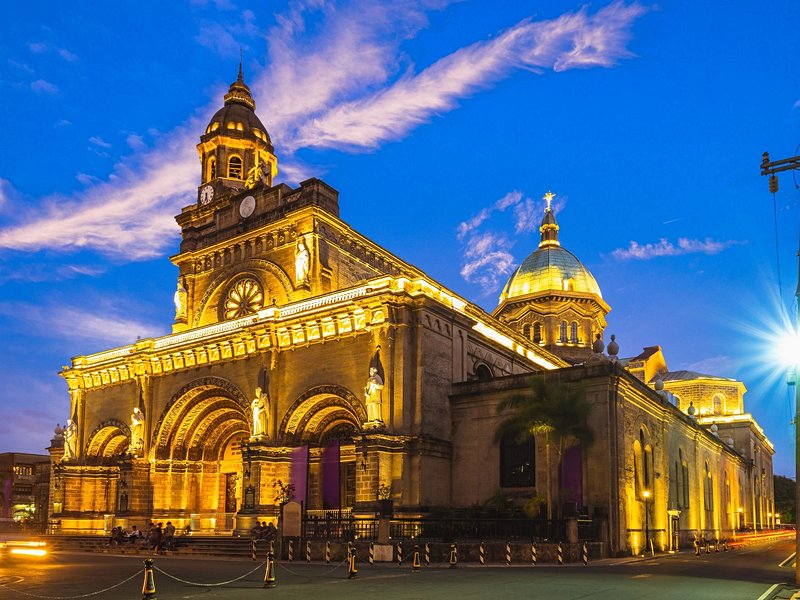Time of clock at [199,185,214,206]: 6:27
